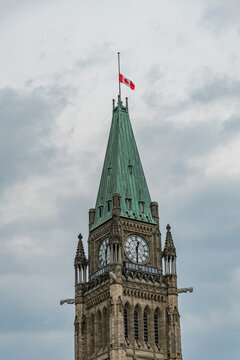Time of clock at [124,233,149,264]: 12:29
